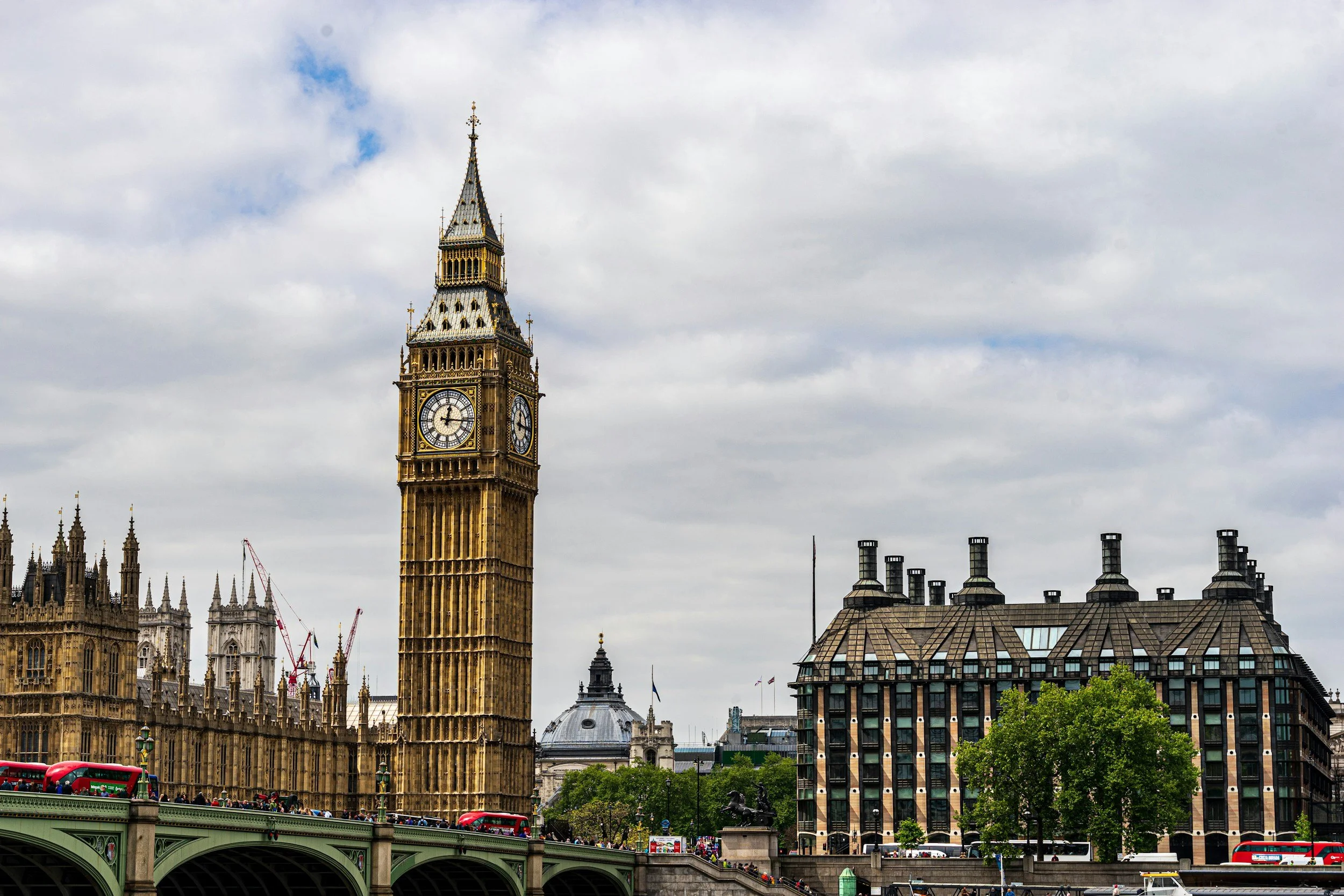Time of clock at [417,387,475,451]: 12:15
